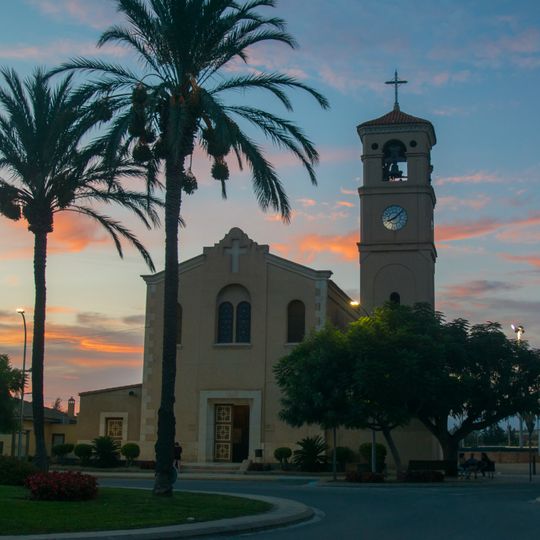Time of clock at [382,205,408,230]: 8:07
